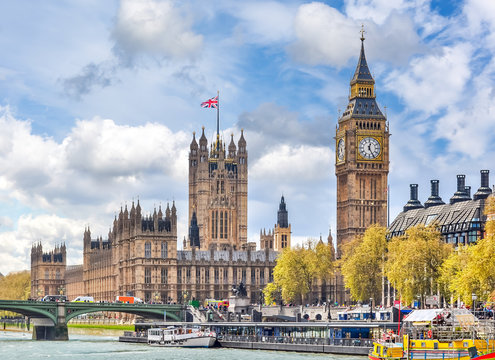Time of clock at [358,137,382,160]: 12:25
